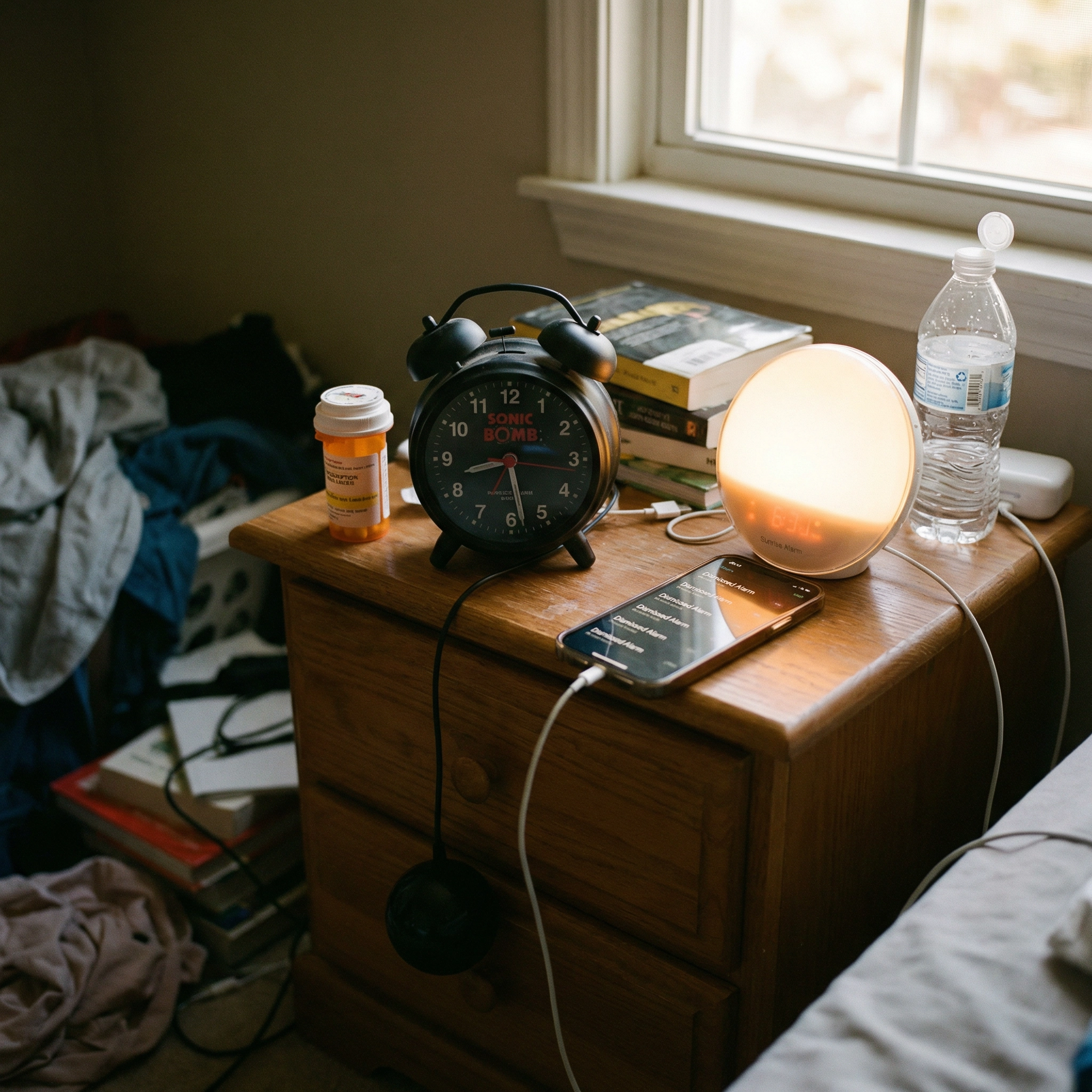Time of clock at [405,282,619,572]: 8:28
